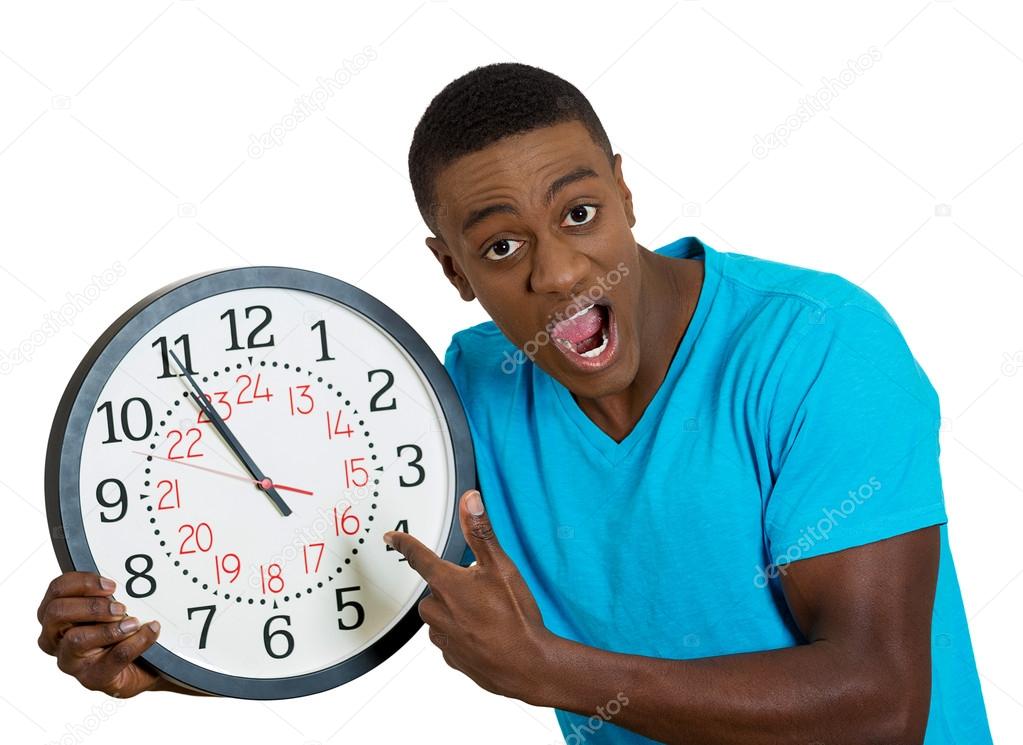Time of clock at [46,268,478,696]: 10:54
